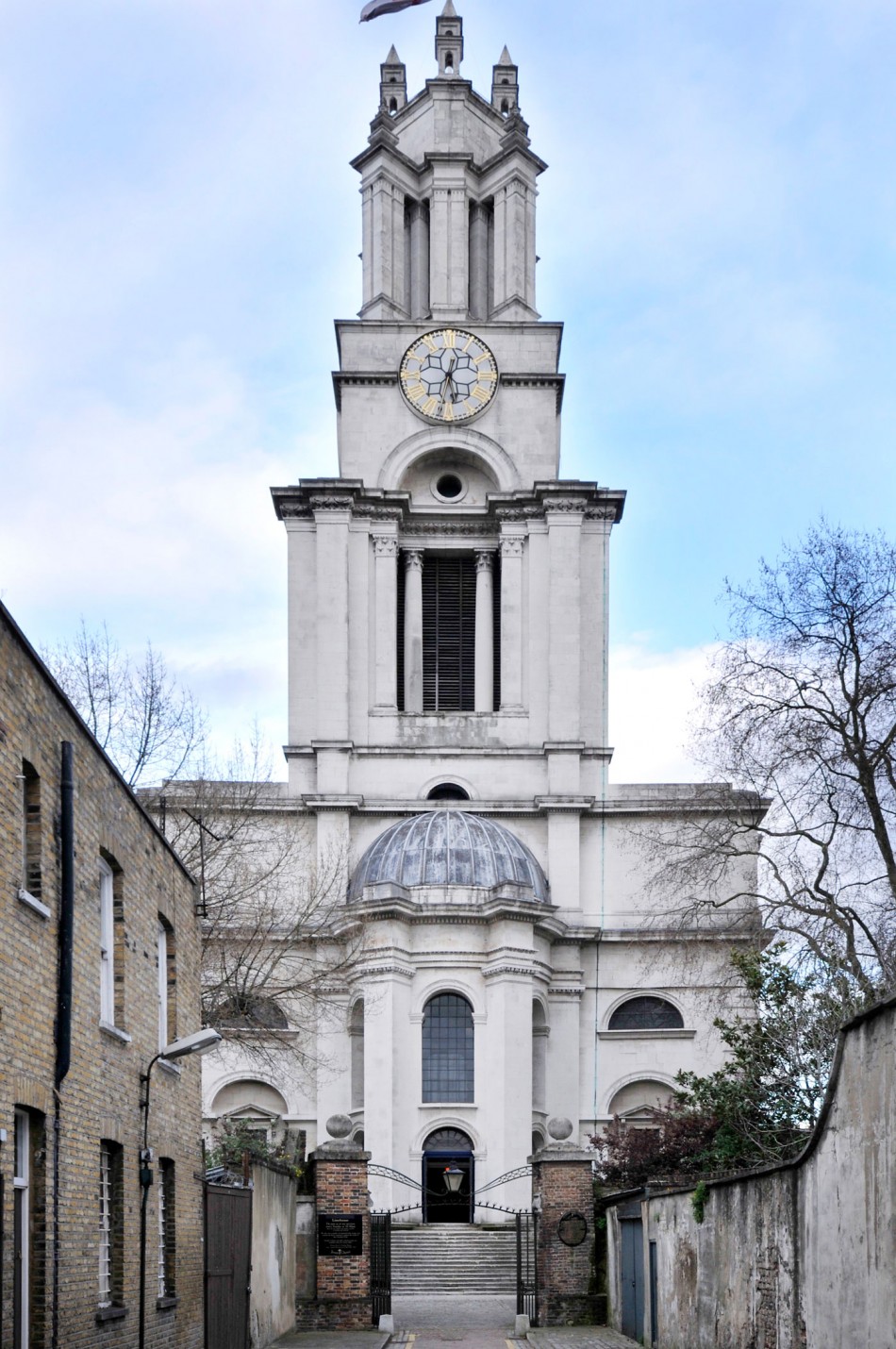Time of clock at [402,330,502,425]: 12:28
